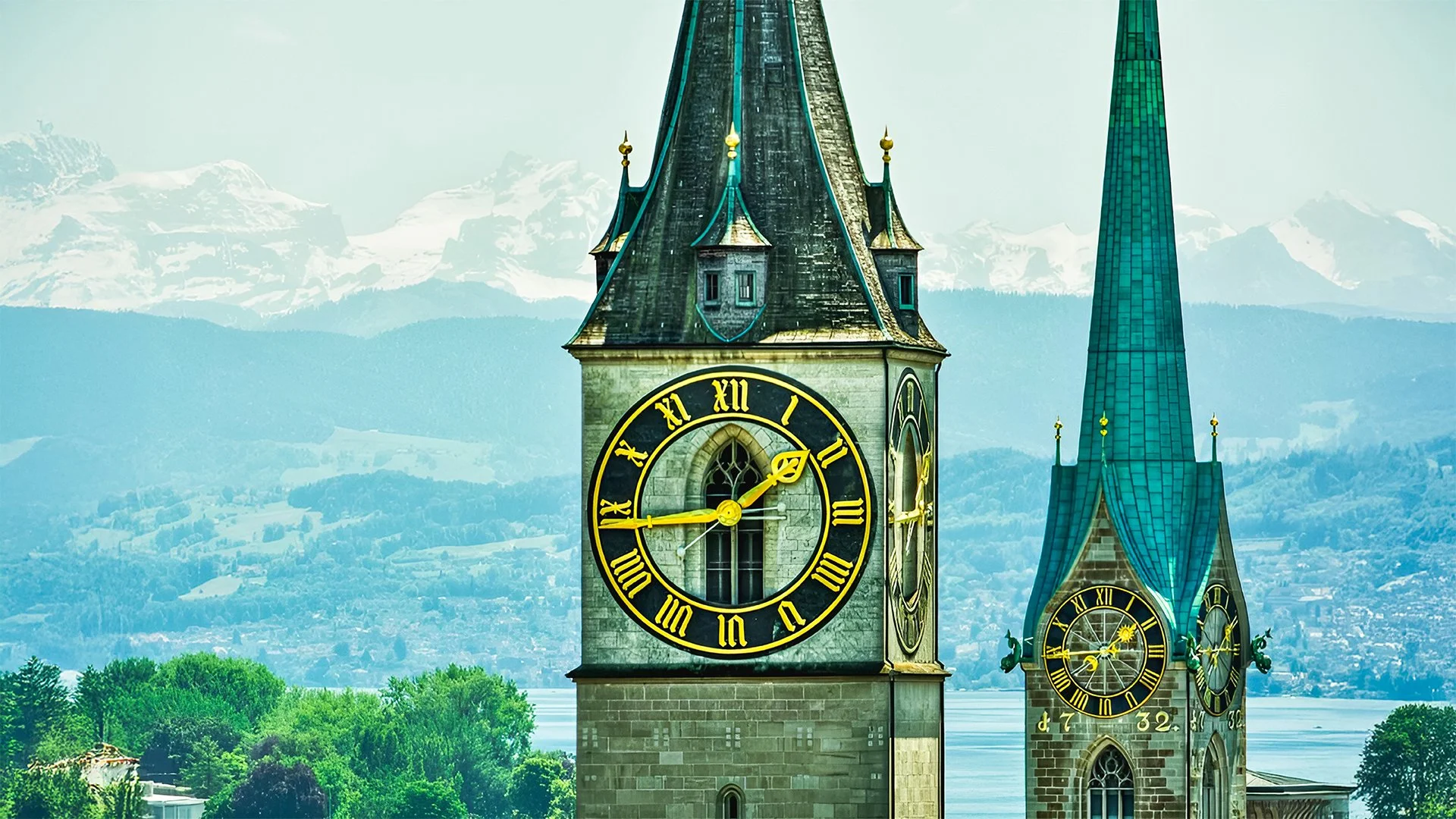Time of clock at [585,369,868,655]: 1:43
